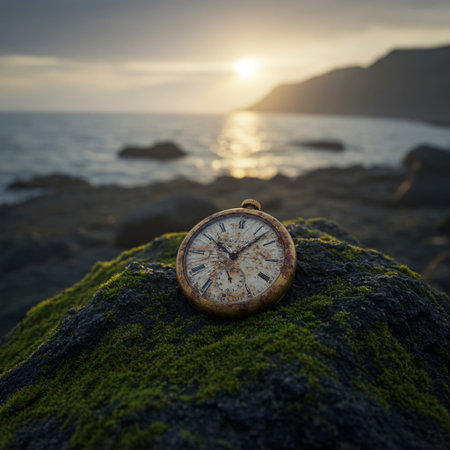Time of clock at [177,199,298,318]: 10:07
